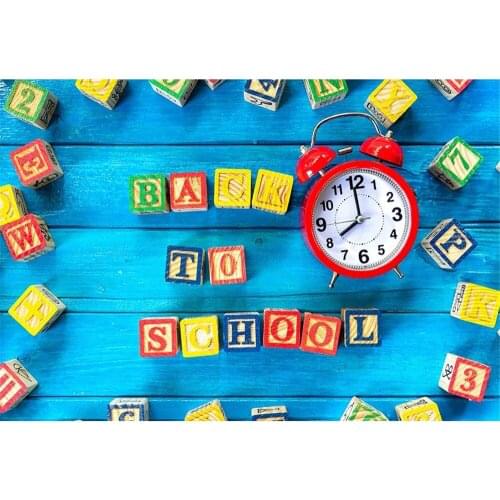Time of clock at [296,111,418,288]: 7:59
